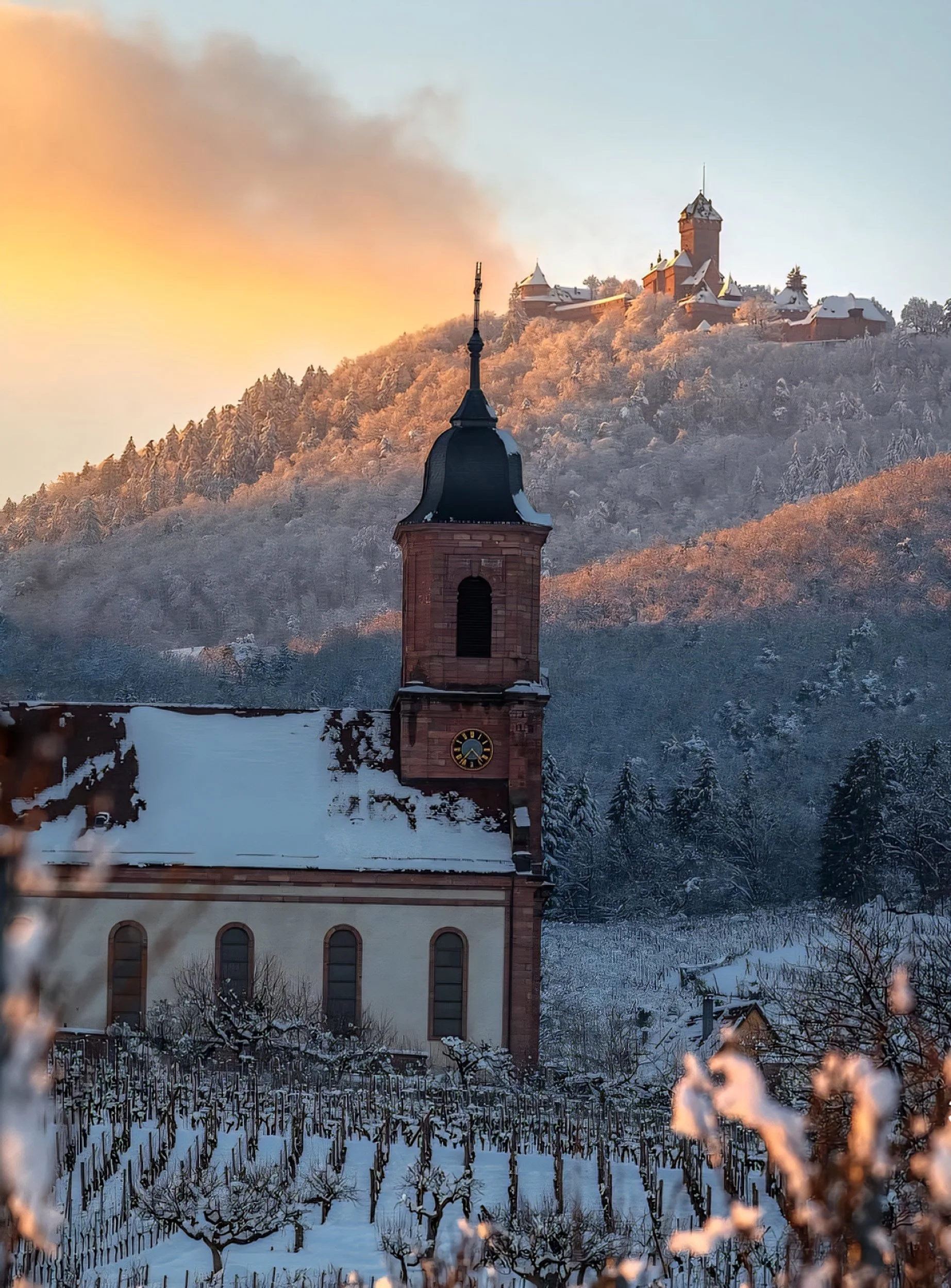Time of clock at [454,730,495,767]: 4:37
